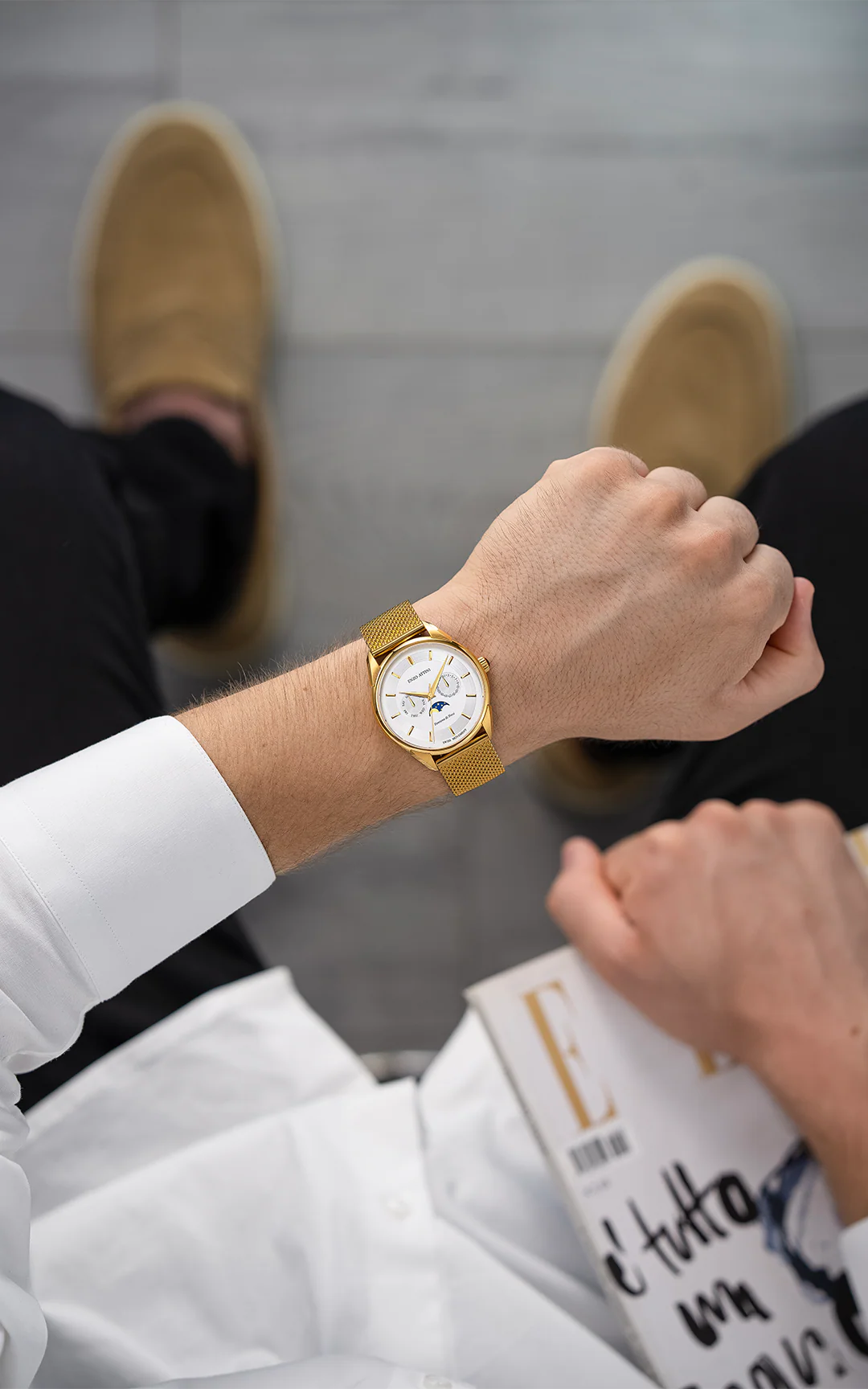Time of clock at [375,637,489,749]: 12:46
